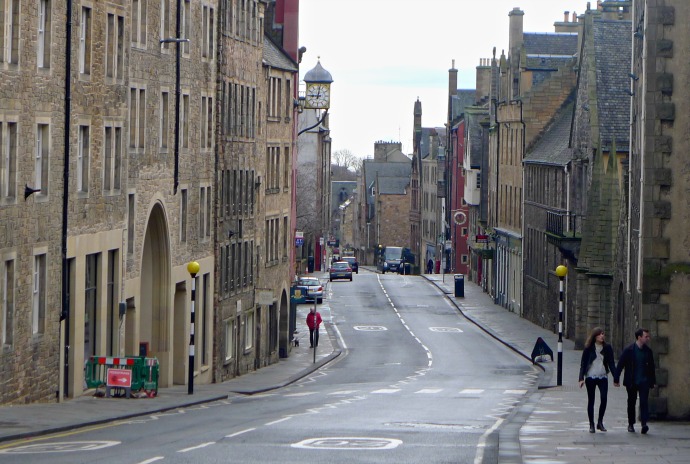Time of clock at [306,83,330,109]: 9:01
